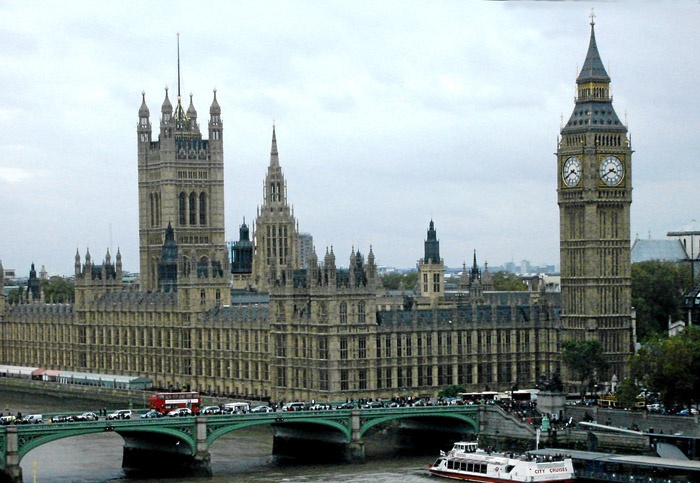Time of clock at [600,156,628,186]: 3:40
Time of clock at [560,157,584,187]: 3:40
